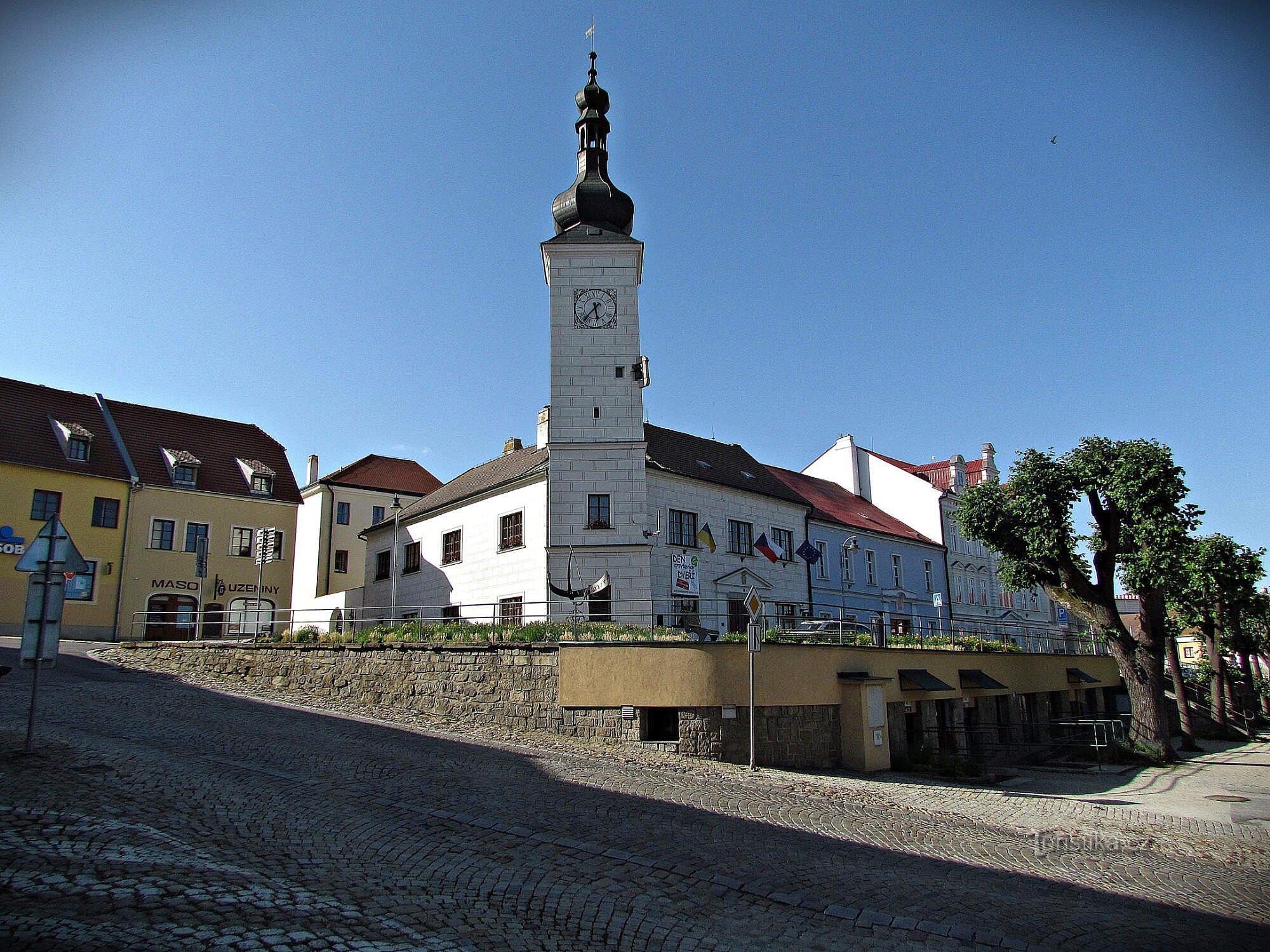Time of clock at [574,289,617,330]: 5:36
